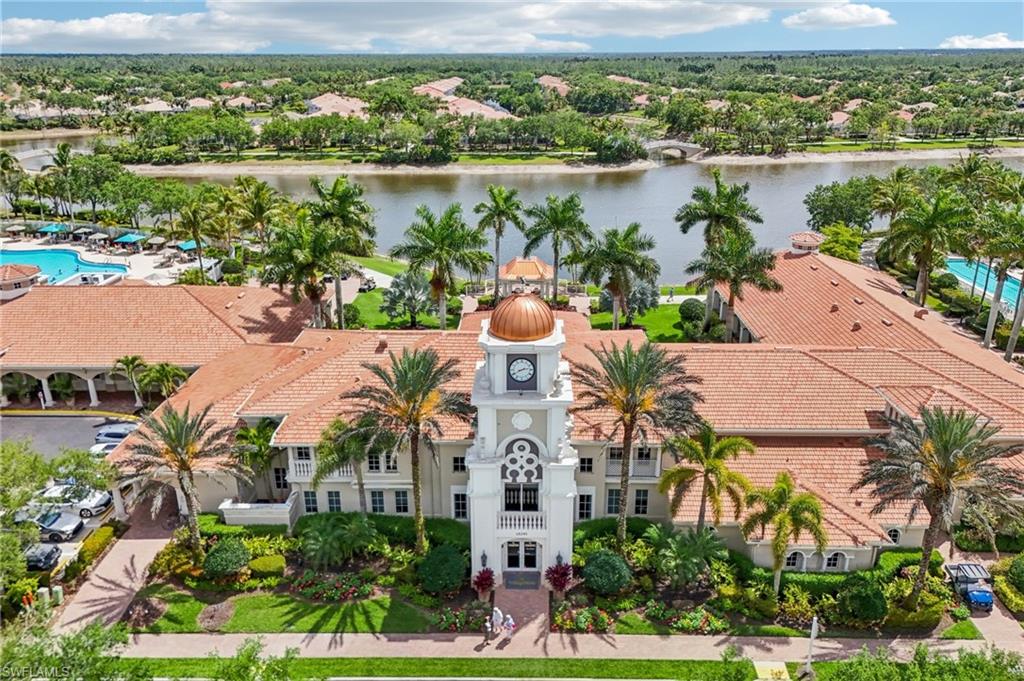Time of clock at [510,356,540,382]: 2:40
